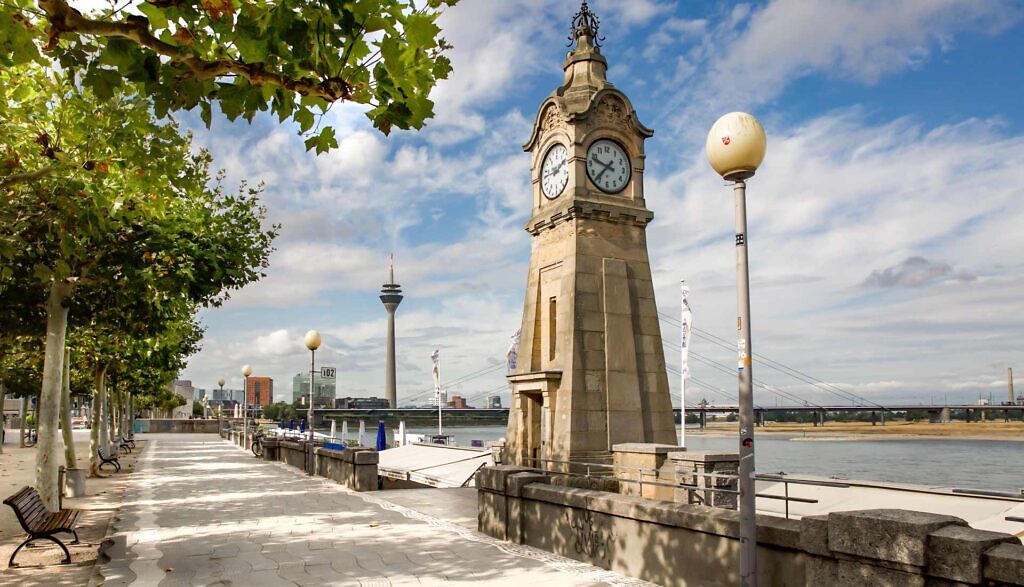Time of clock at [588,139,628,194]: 9:36
